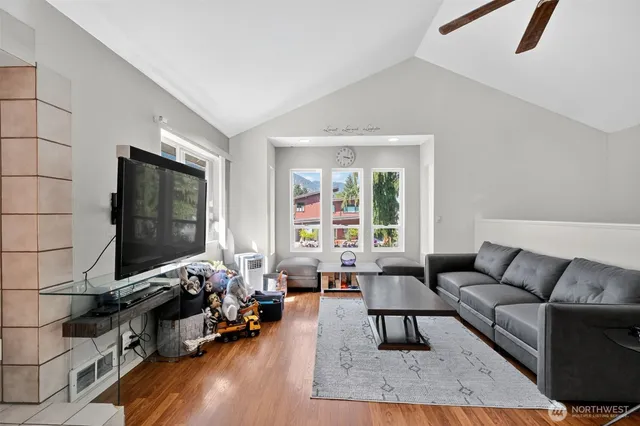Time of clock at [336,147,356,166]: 3:17
